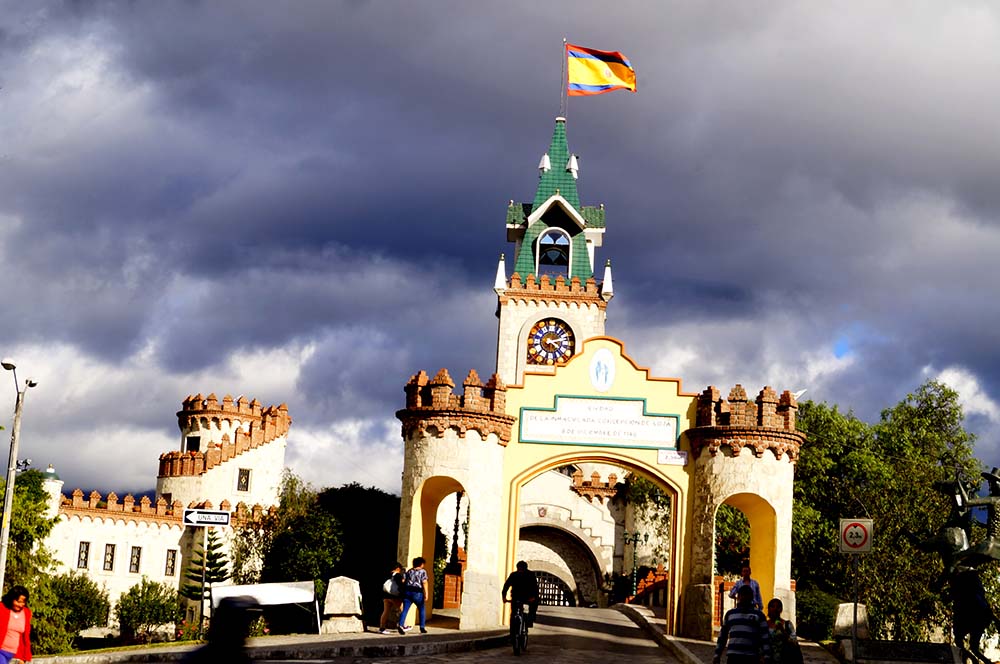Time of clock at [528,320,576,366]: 2:21
